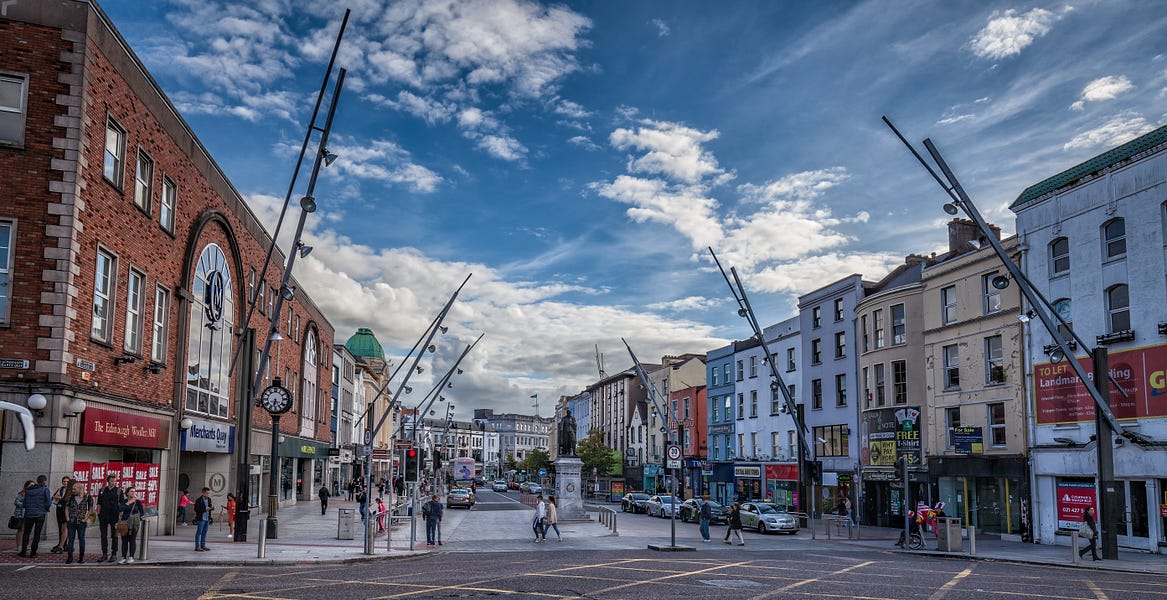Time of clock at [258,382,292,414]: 6:25
